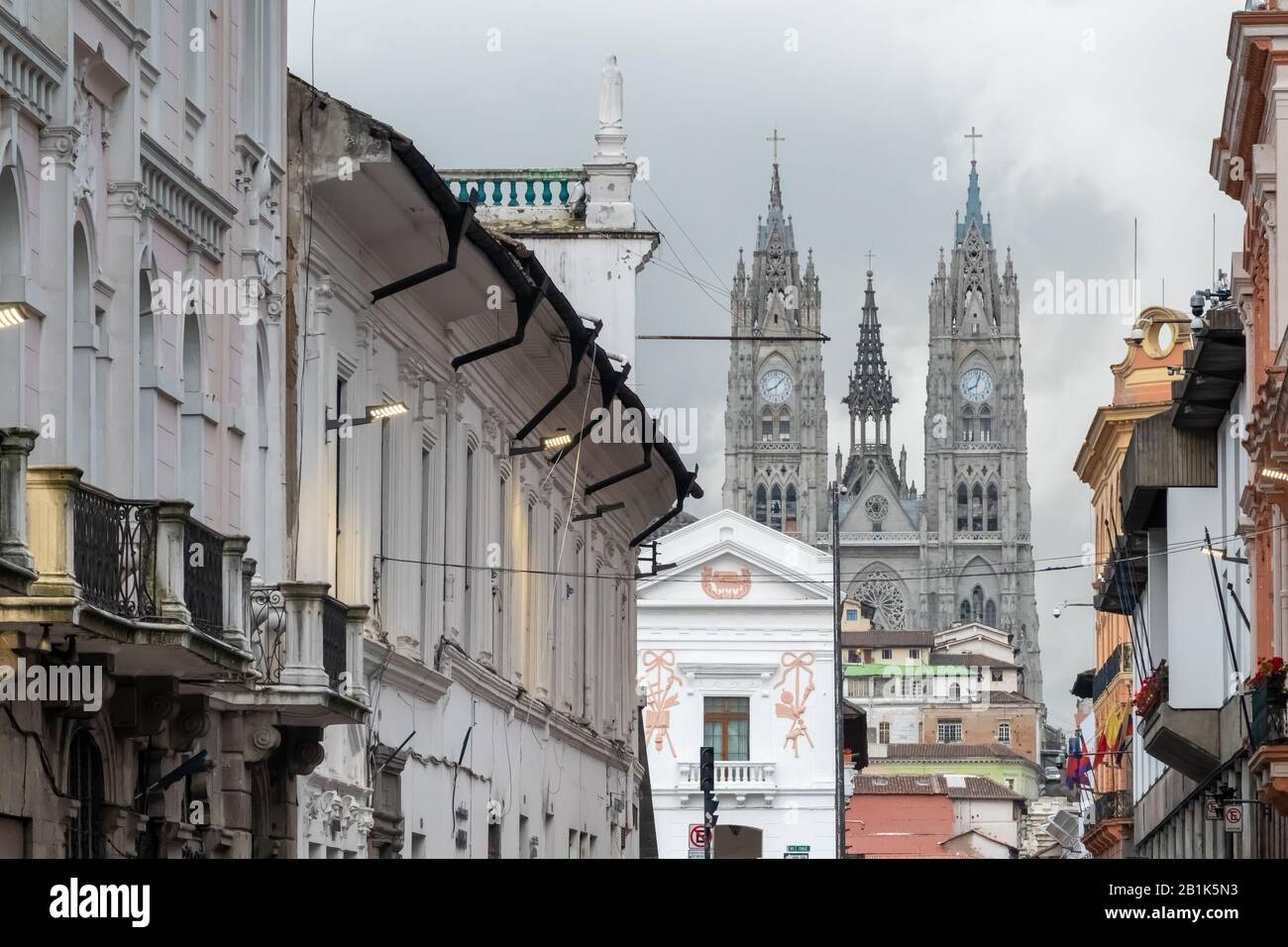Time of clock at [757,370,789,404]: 8:07
